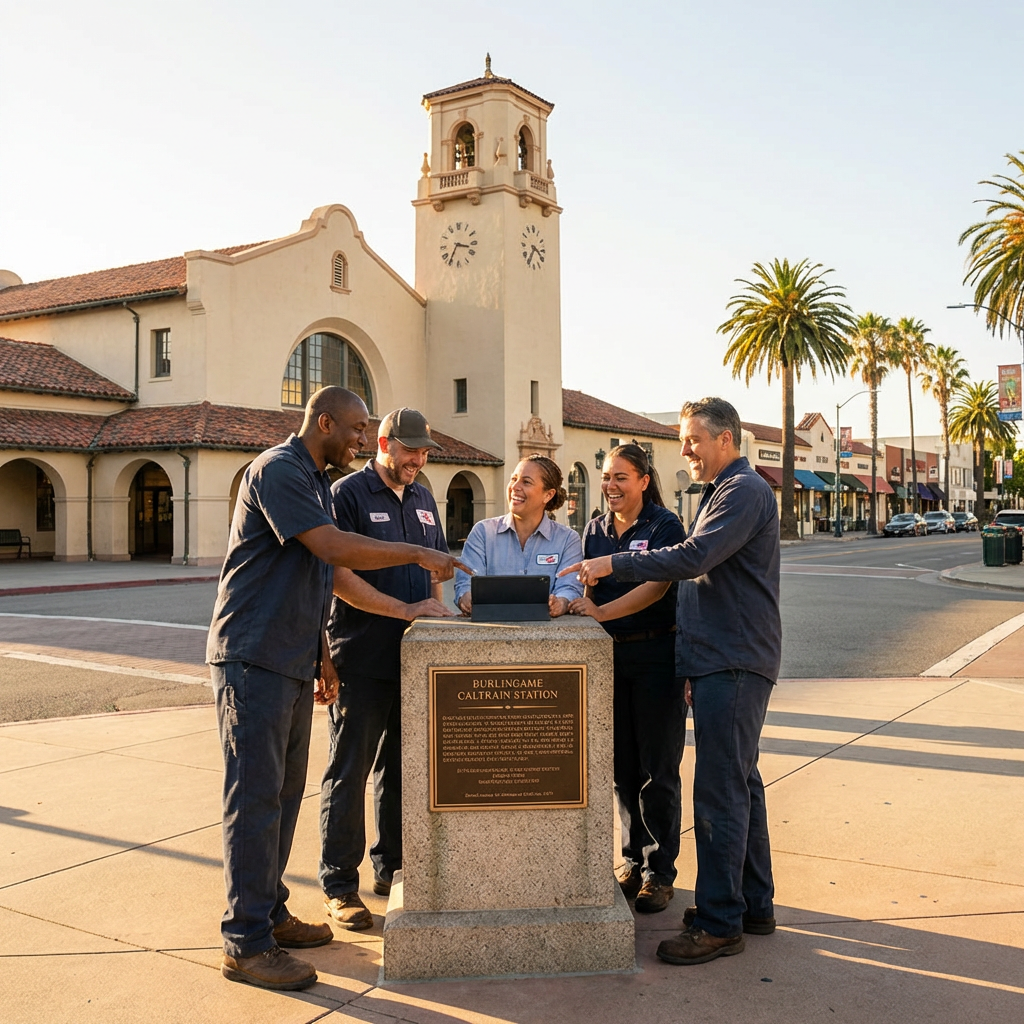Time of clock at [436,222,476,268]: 3:35
